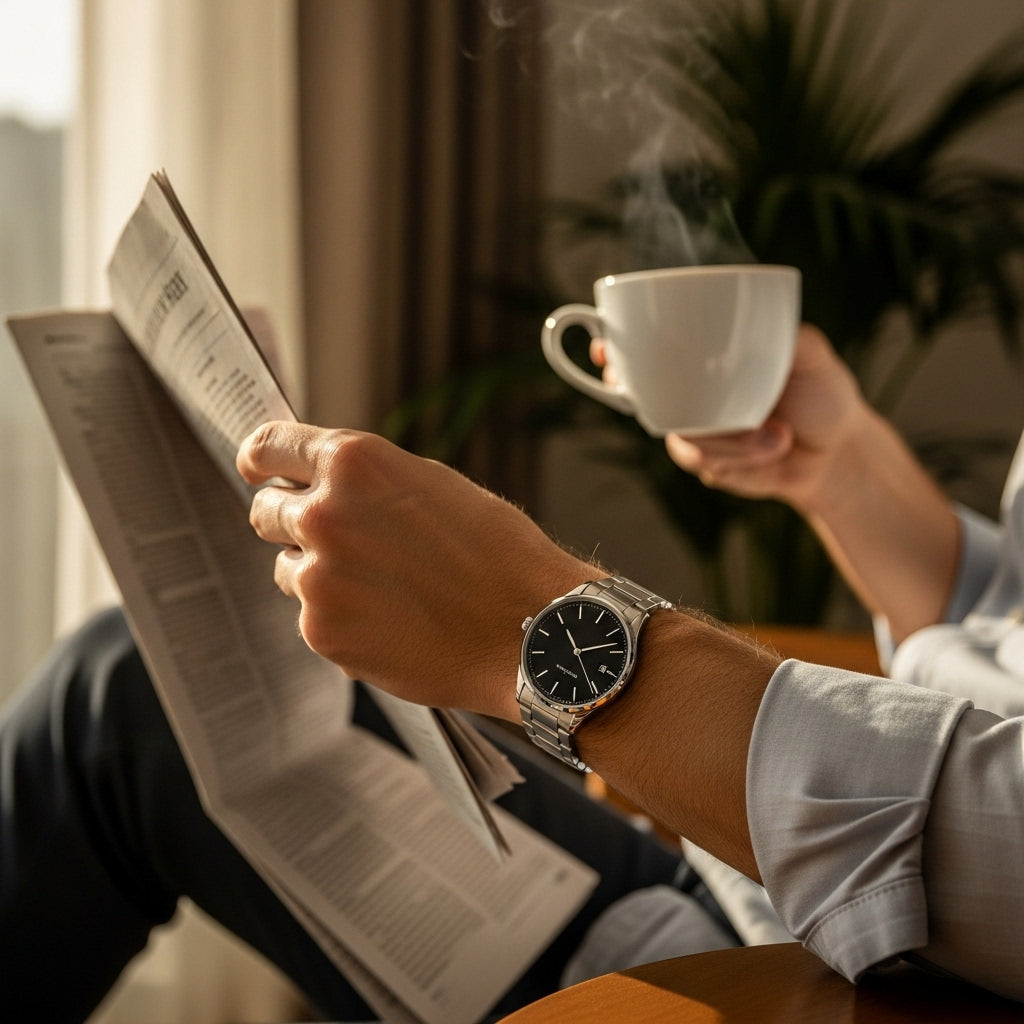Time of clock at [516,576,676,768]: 11:13
